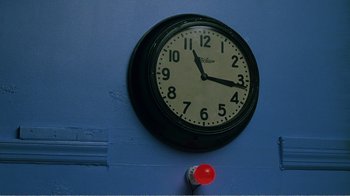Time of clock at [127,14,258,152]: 11:16
